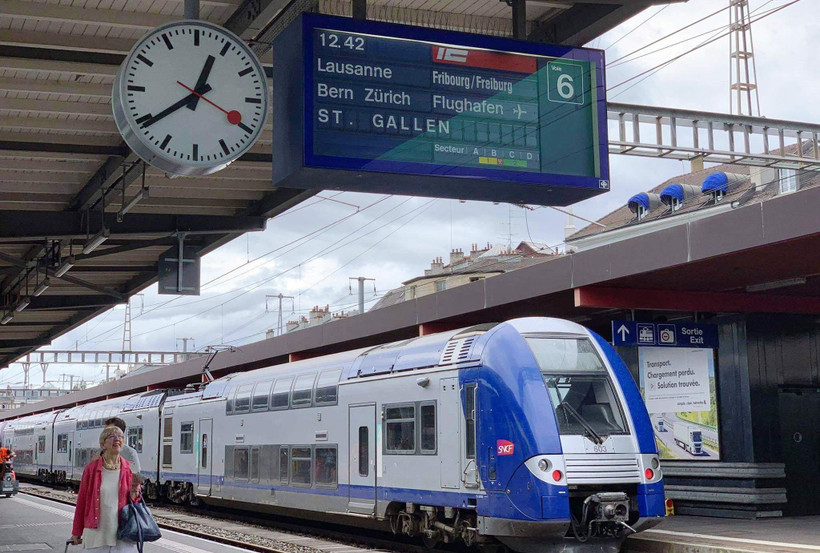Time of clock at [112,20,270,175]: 12:39
